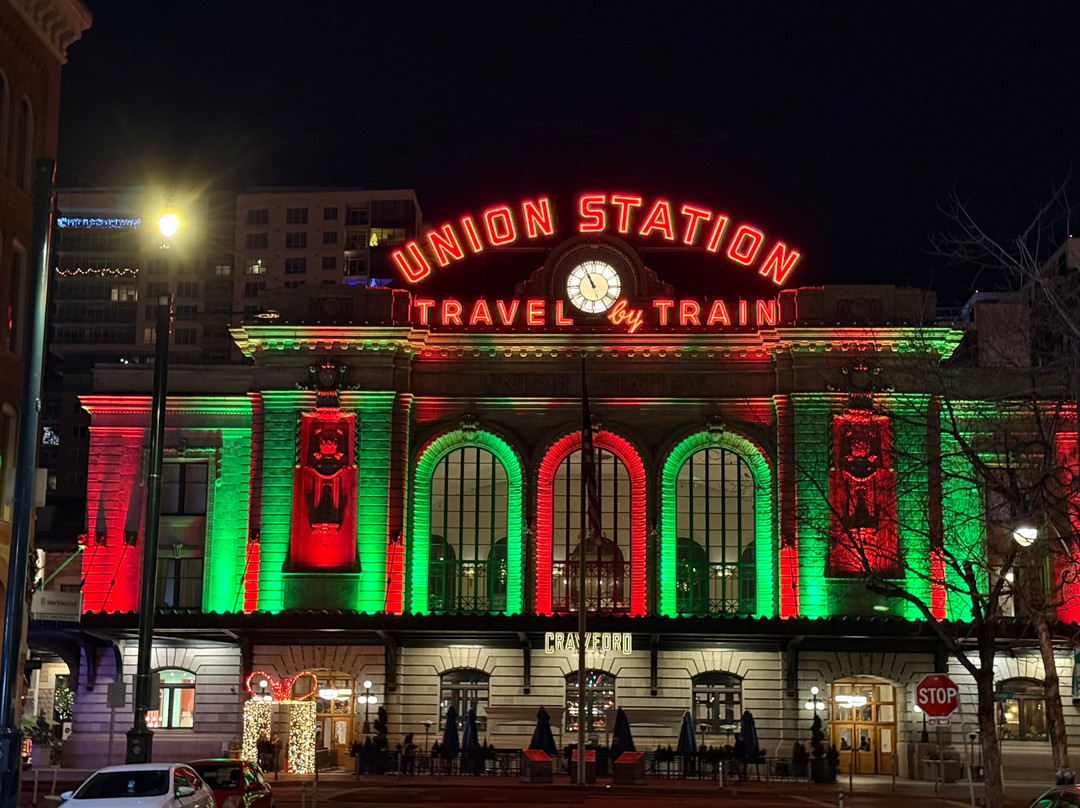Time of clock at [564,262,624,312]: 10:55
